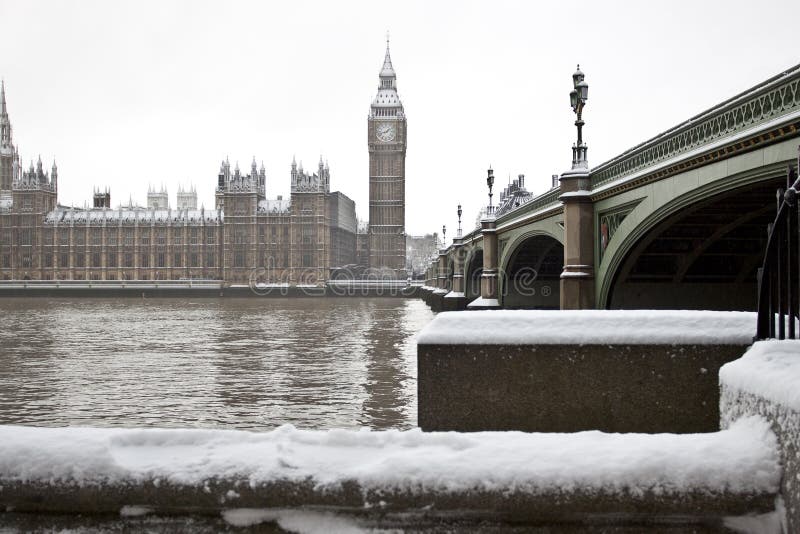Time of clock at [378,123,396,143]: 1:42
